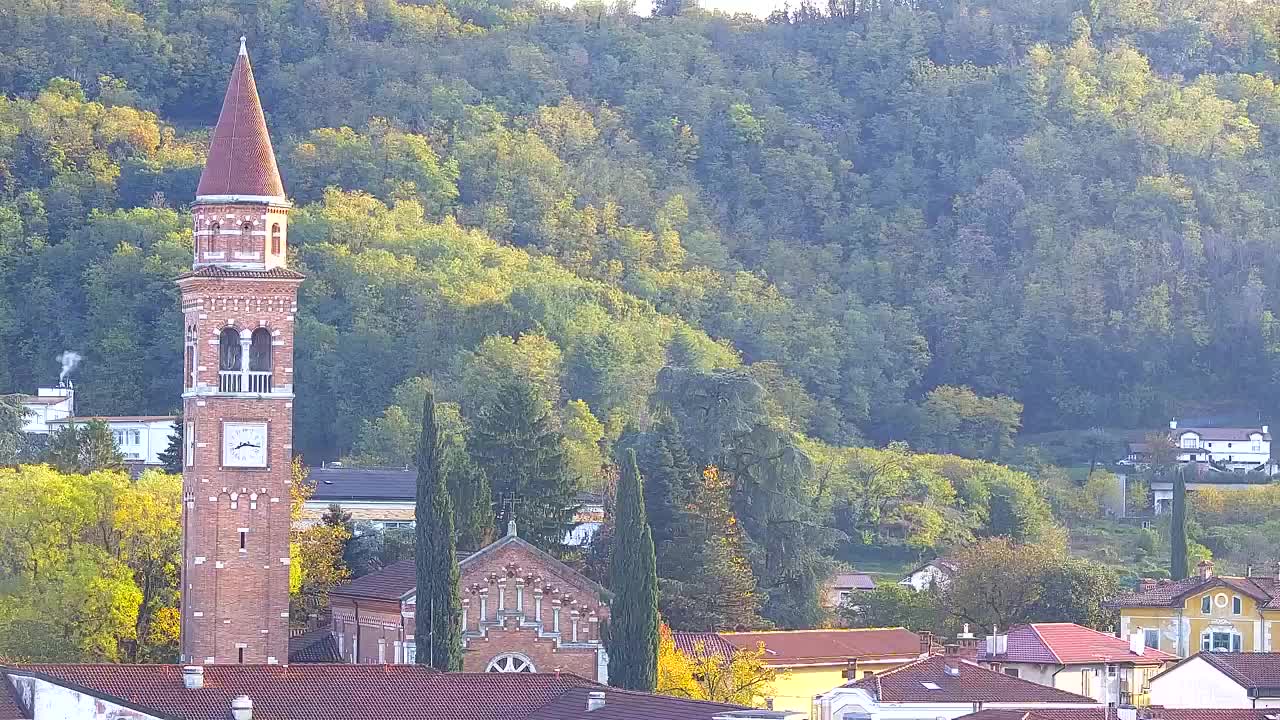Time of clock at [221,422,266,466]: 8:16
